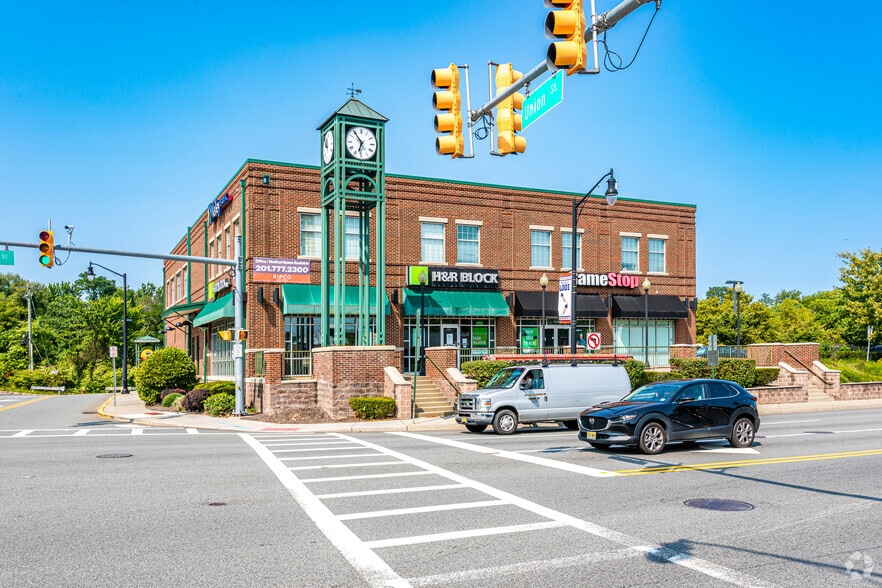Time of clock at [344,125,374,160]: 6:53
